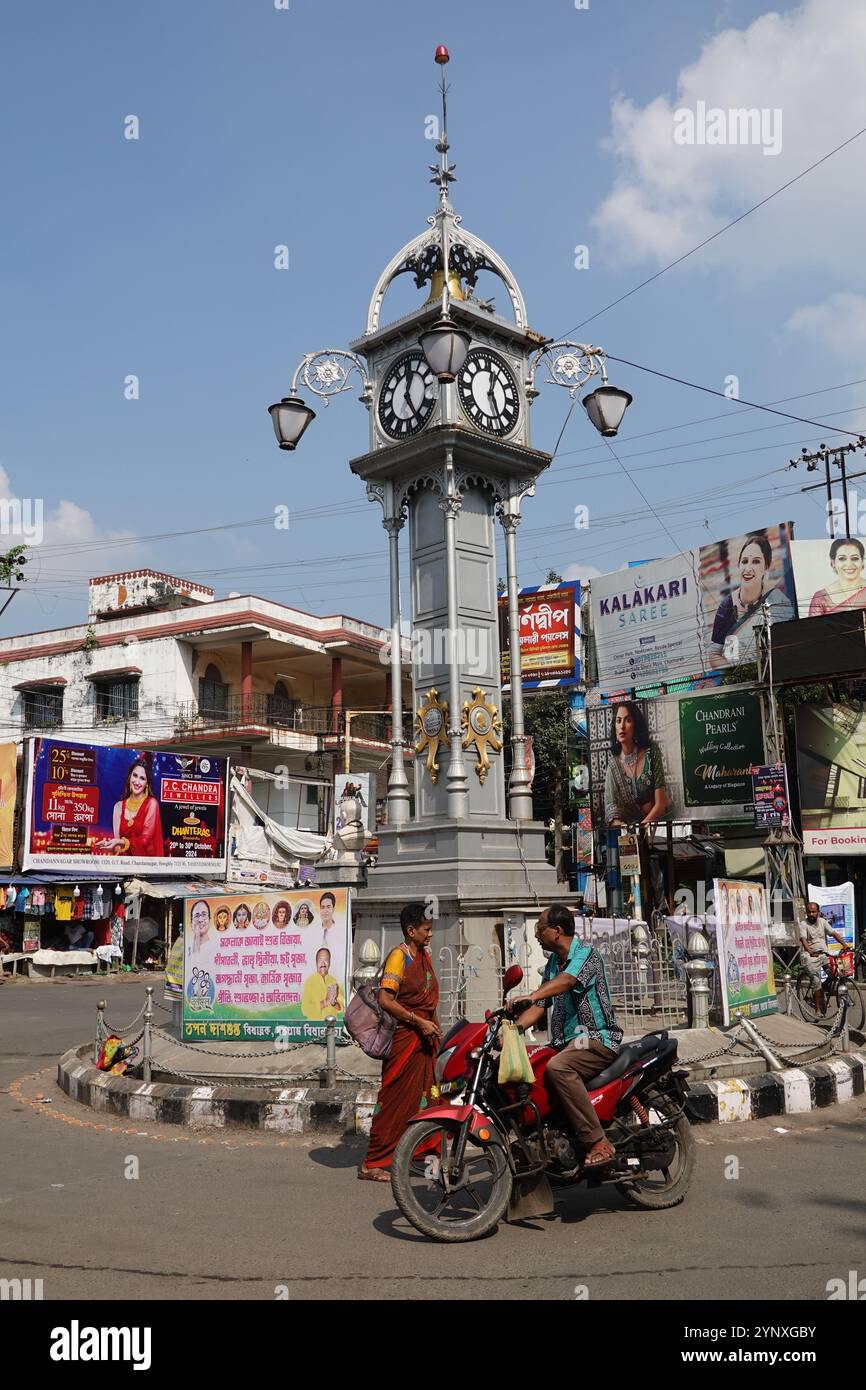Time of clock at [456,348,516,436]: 12:26
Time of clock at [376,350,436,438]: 12:24
